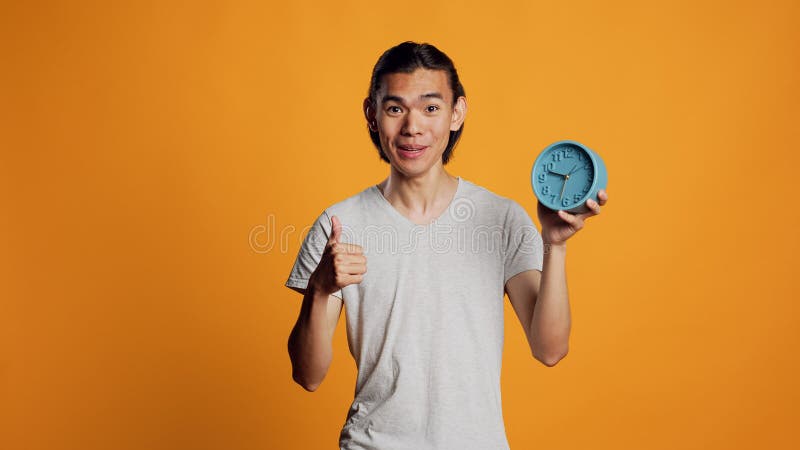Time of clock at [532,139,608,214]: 9:32
